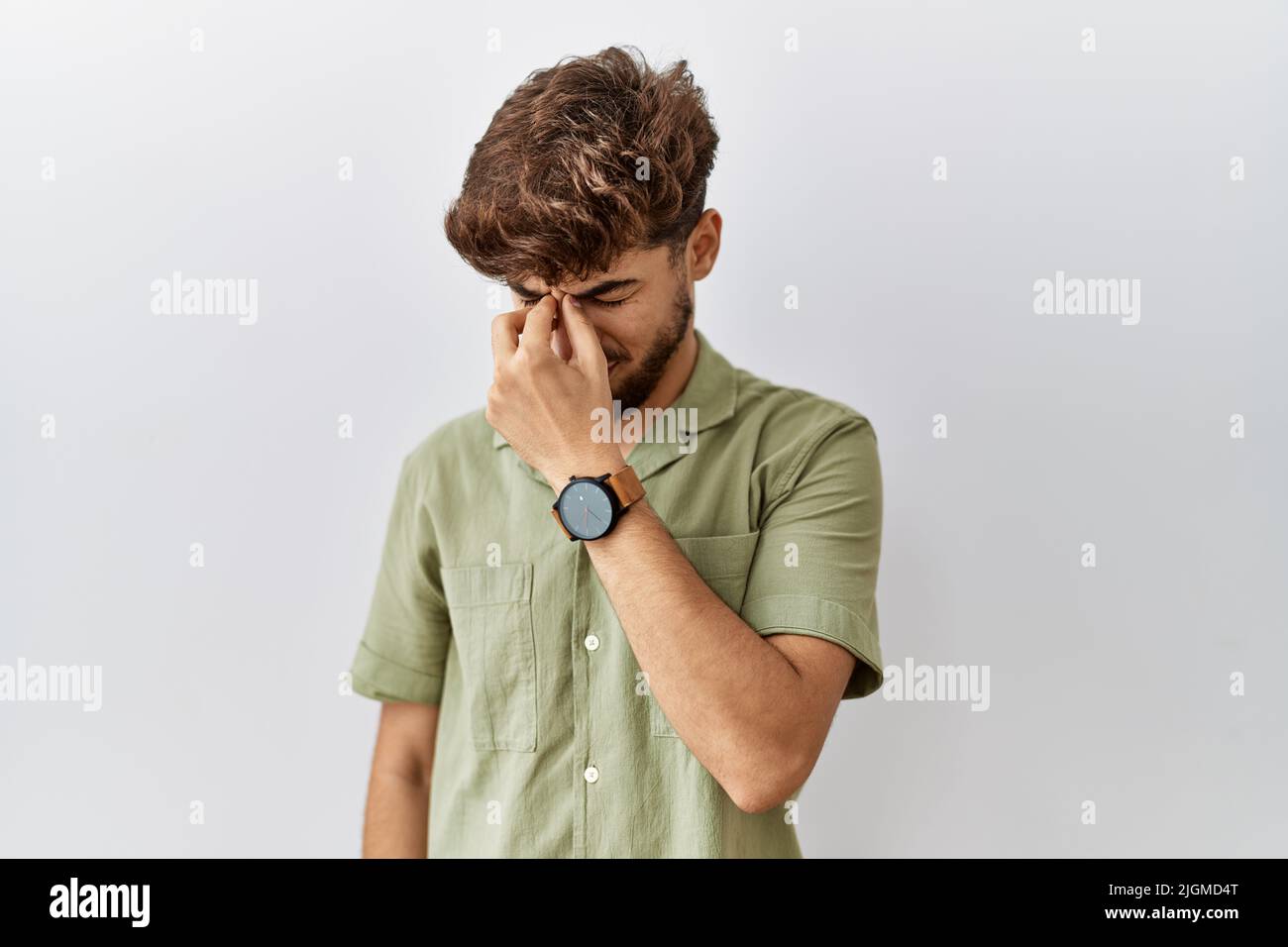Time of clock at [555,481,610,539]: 4:20
